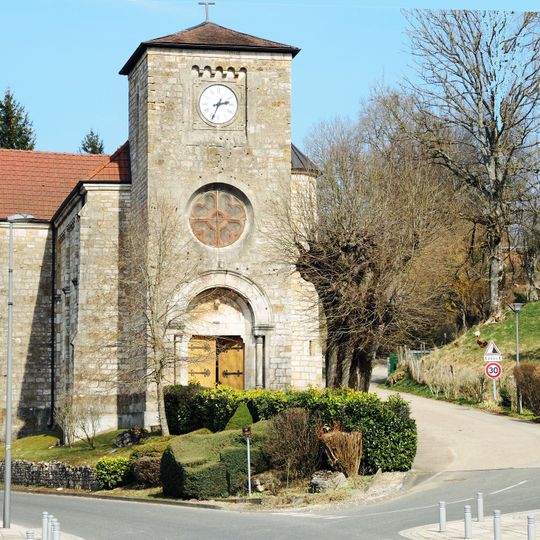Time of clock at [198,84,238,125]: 2:34
